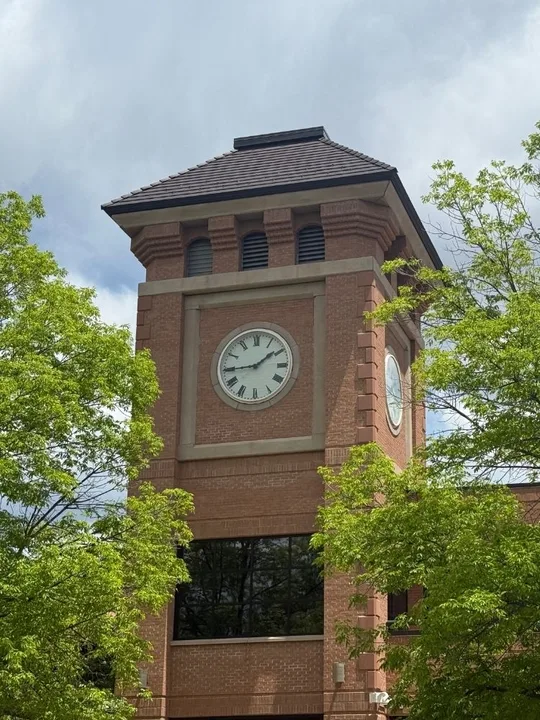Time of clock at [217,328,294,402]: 1:44
